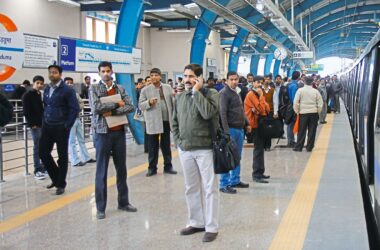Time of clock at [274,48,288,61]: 11:36
